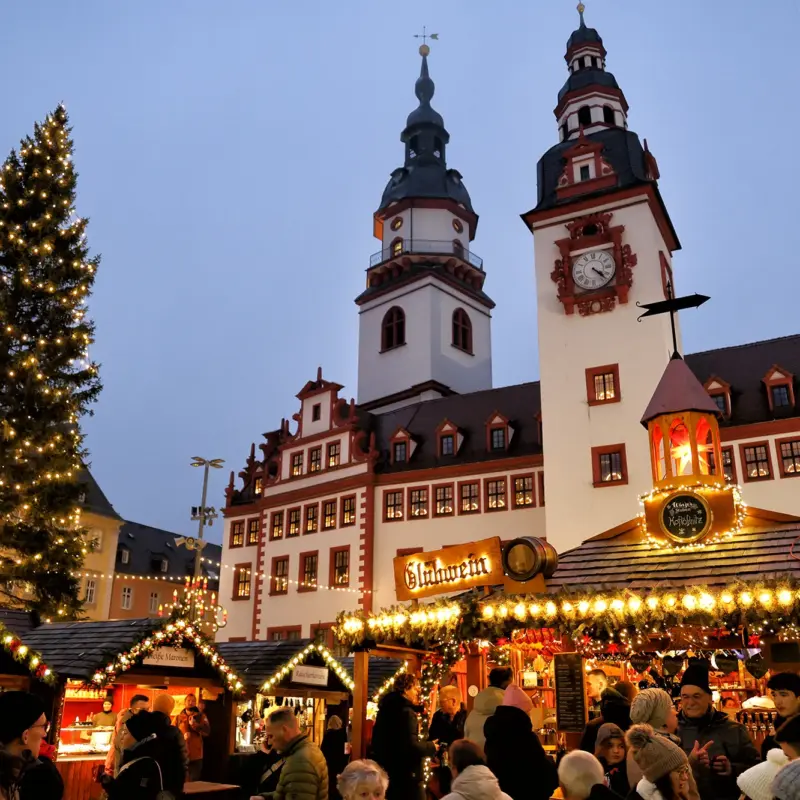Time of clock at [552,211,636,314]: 4:22
